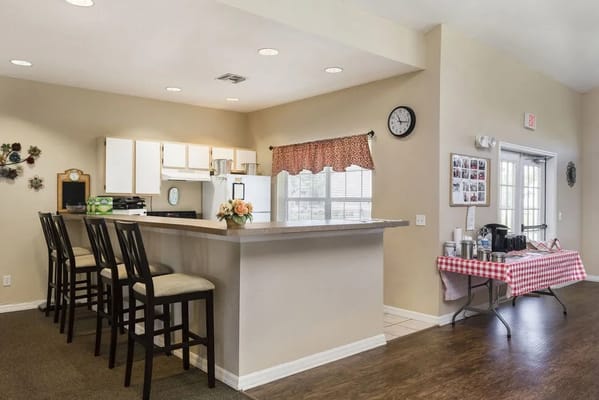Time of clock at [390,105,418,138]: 11:16
